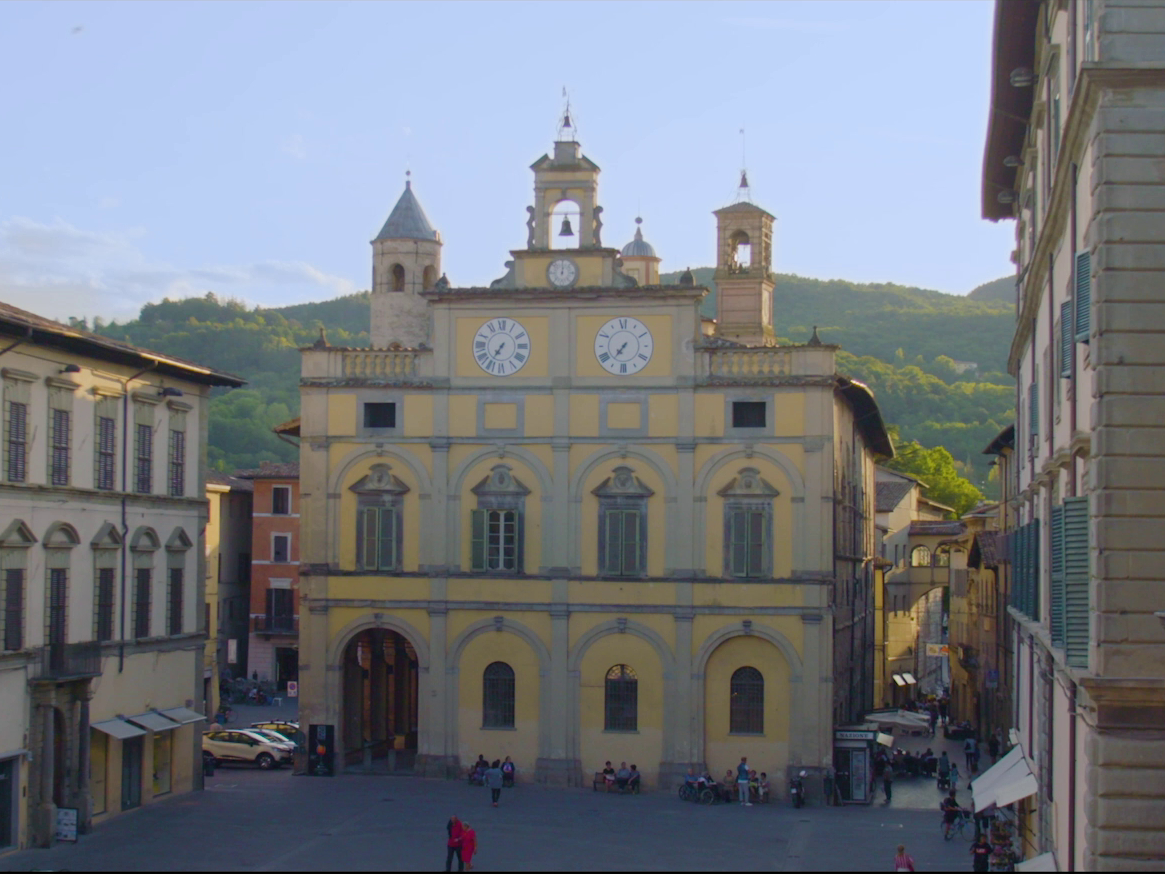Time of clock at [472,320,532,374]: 7:35
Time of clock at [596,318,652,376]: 7:36
